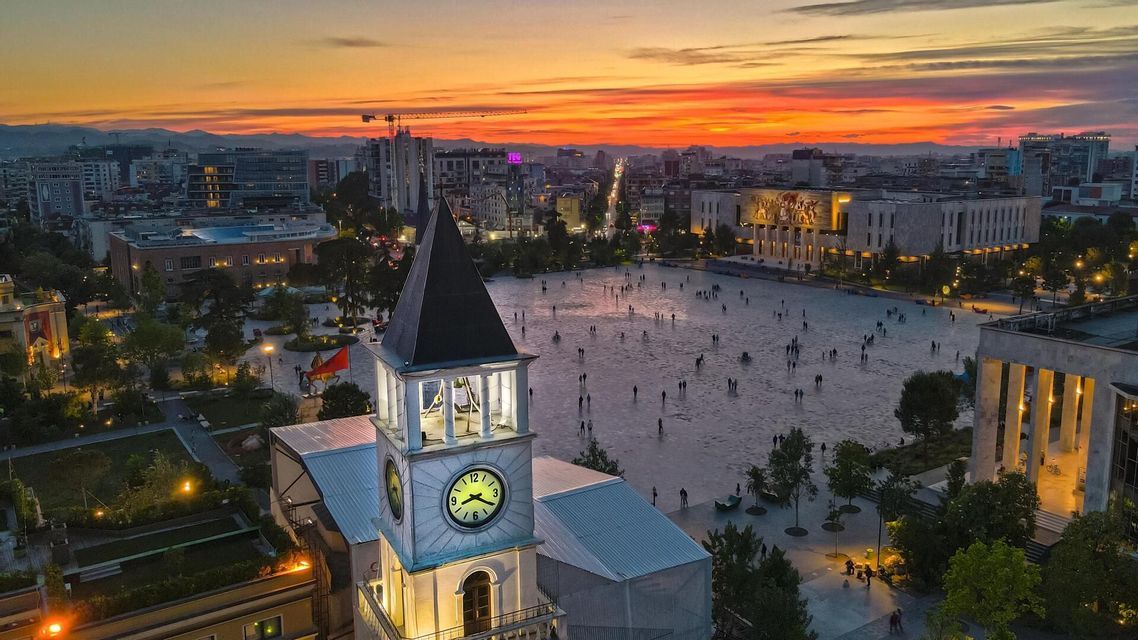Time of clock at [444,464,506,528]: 8:20
